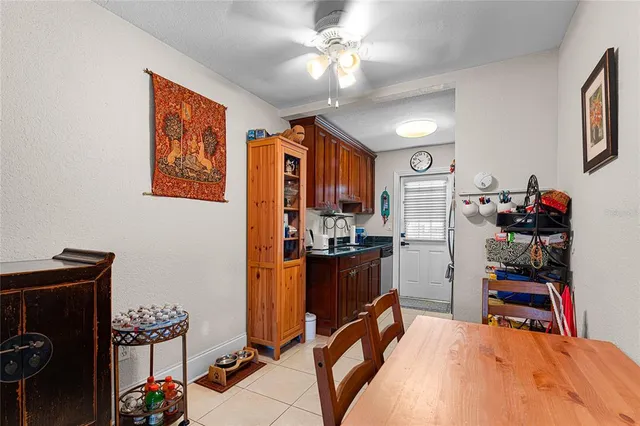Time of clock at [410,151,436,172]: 10:40
